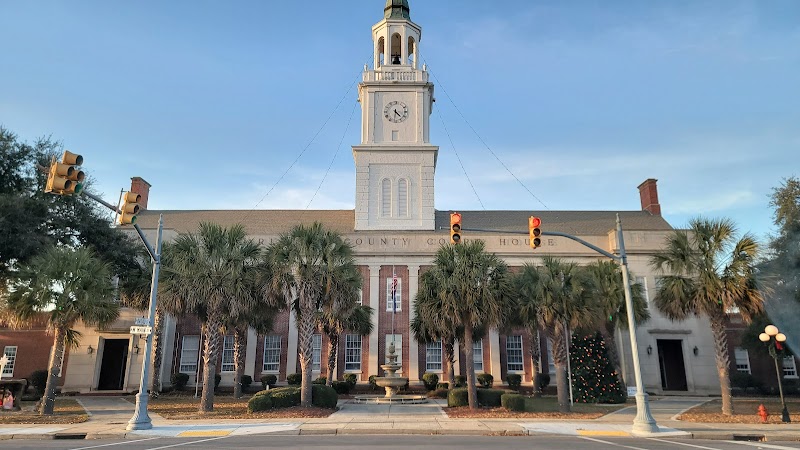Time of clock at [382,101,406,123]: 4:31
